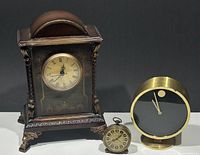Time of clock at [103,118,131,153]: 8:07
